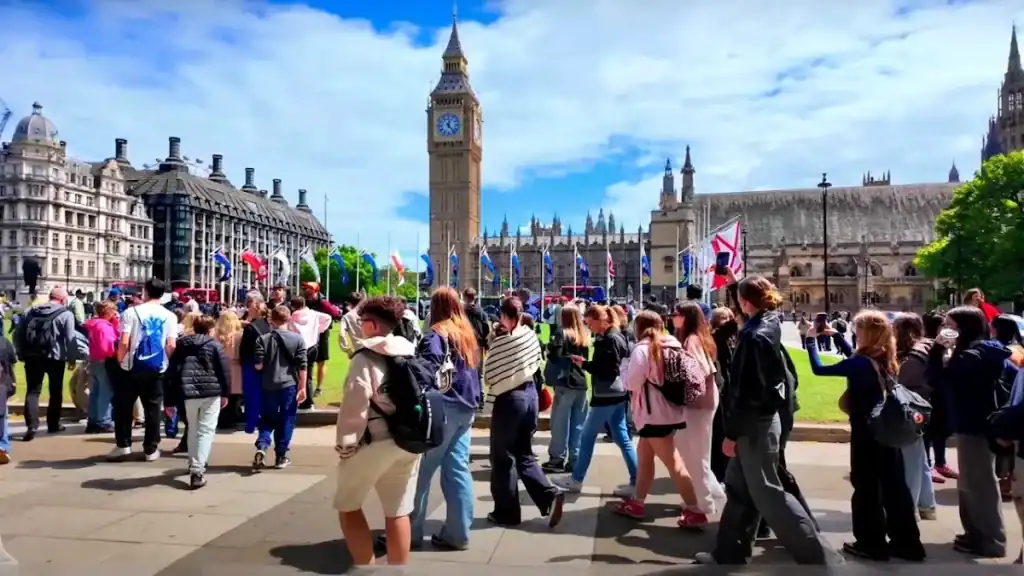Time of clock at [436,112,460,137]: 12:23
